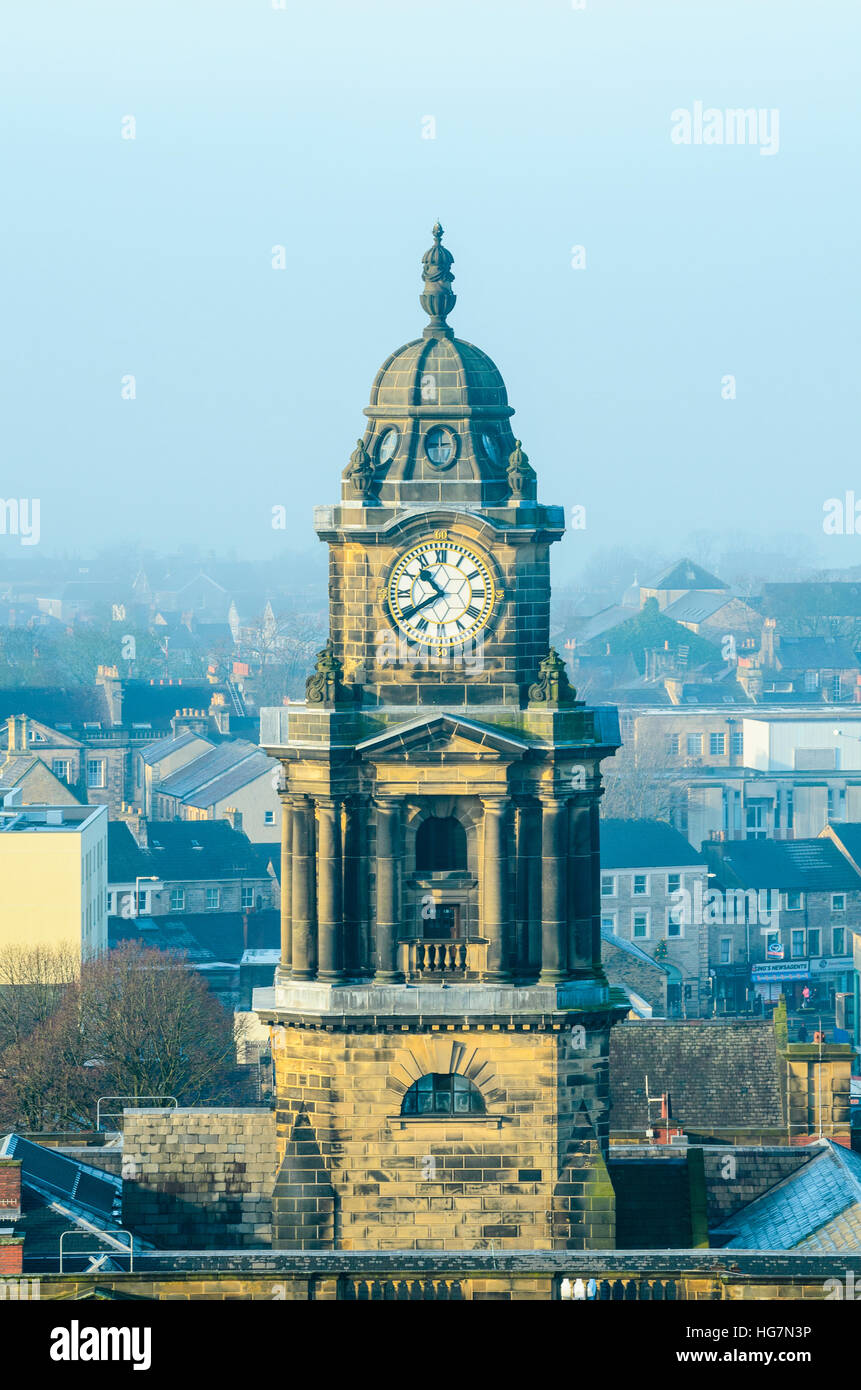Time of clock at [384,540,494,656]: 10:39
